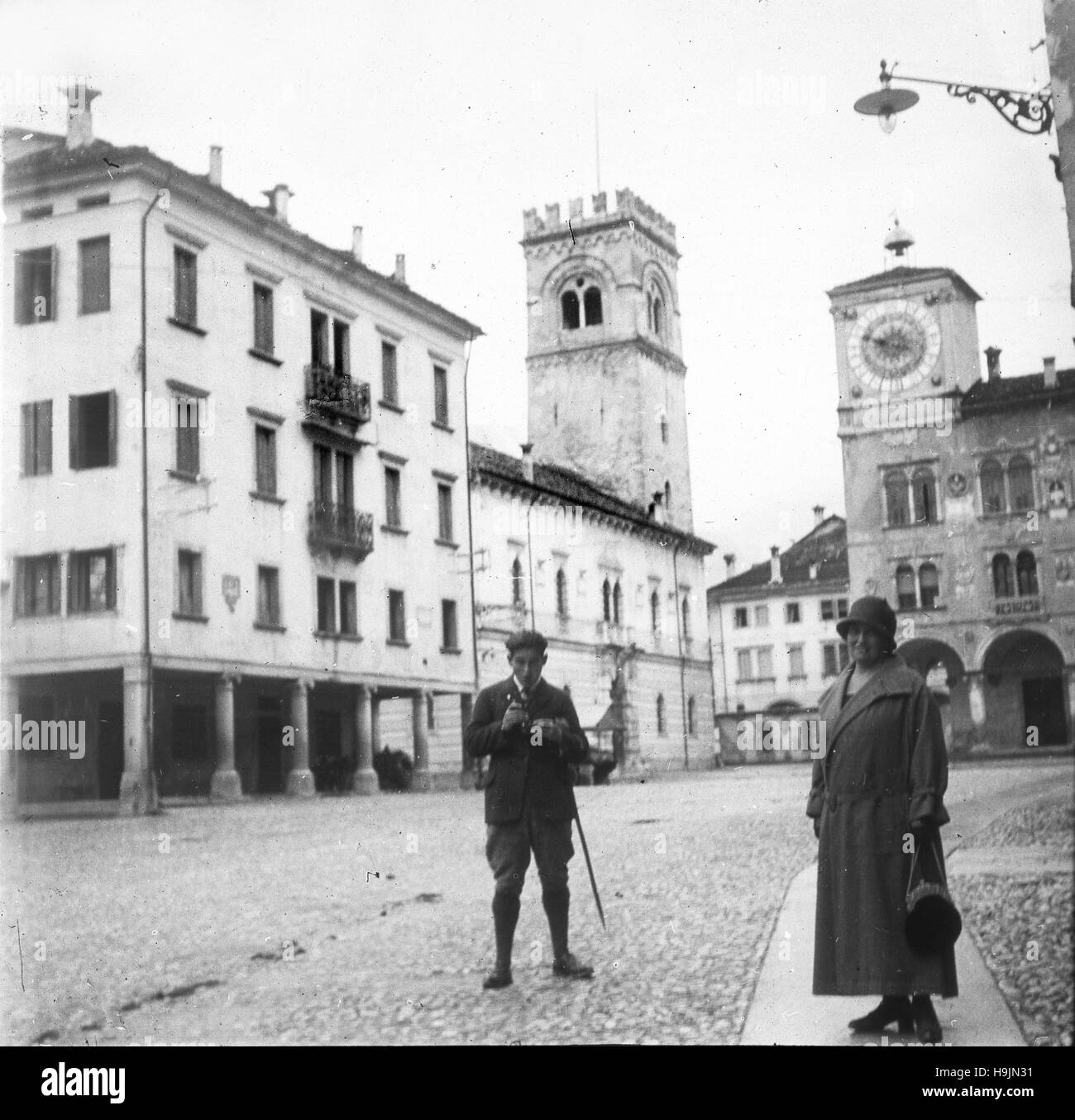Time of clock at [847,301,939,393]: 8:47
